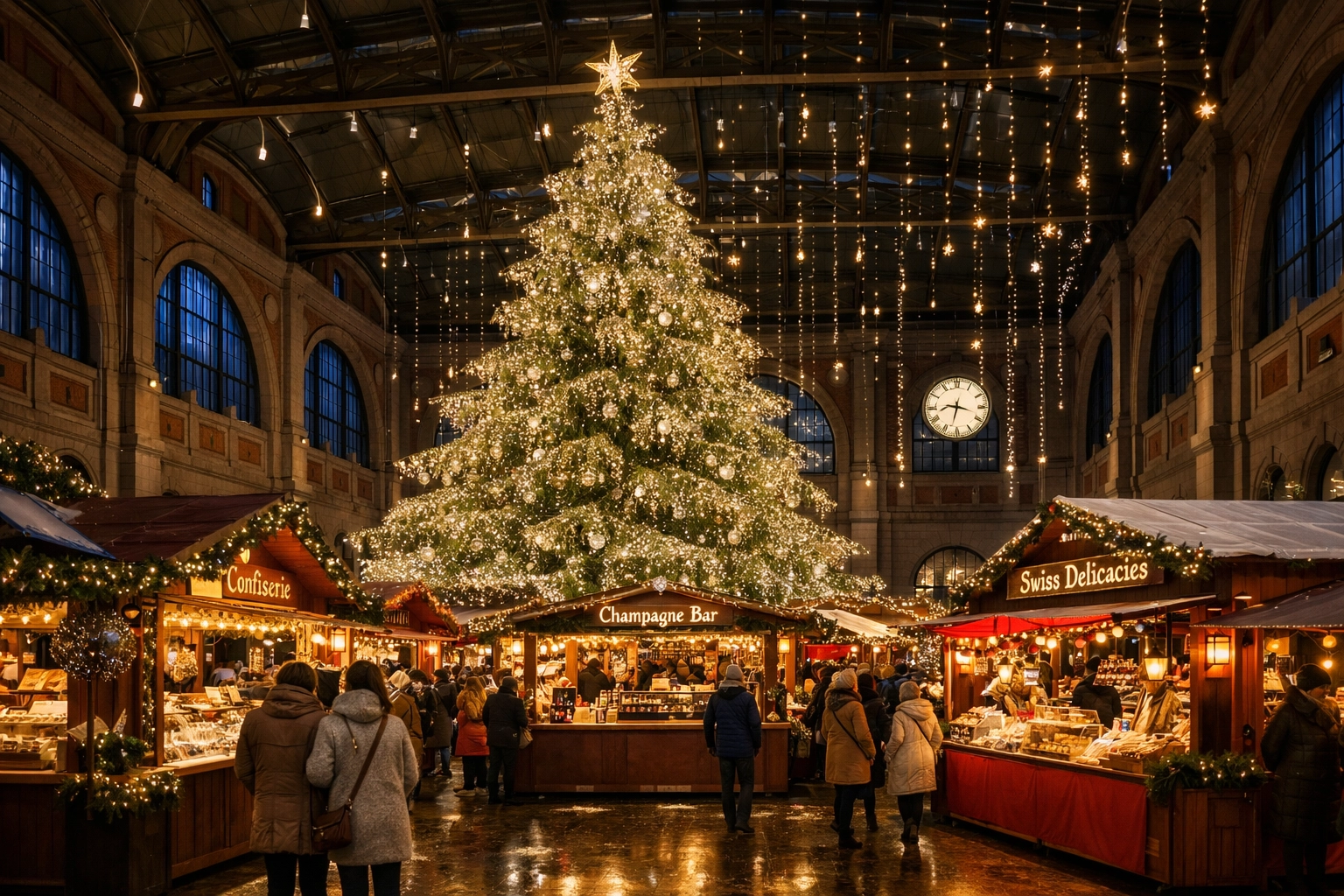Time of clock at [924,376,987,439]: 3:32
